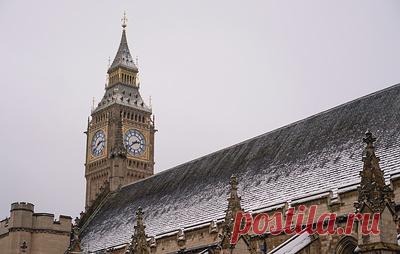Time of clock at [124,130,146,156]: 2:39
